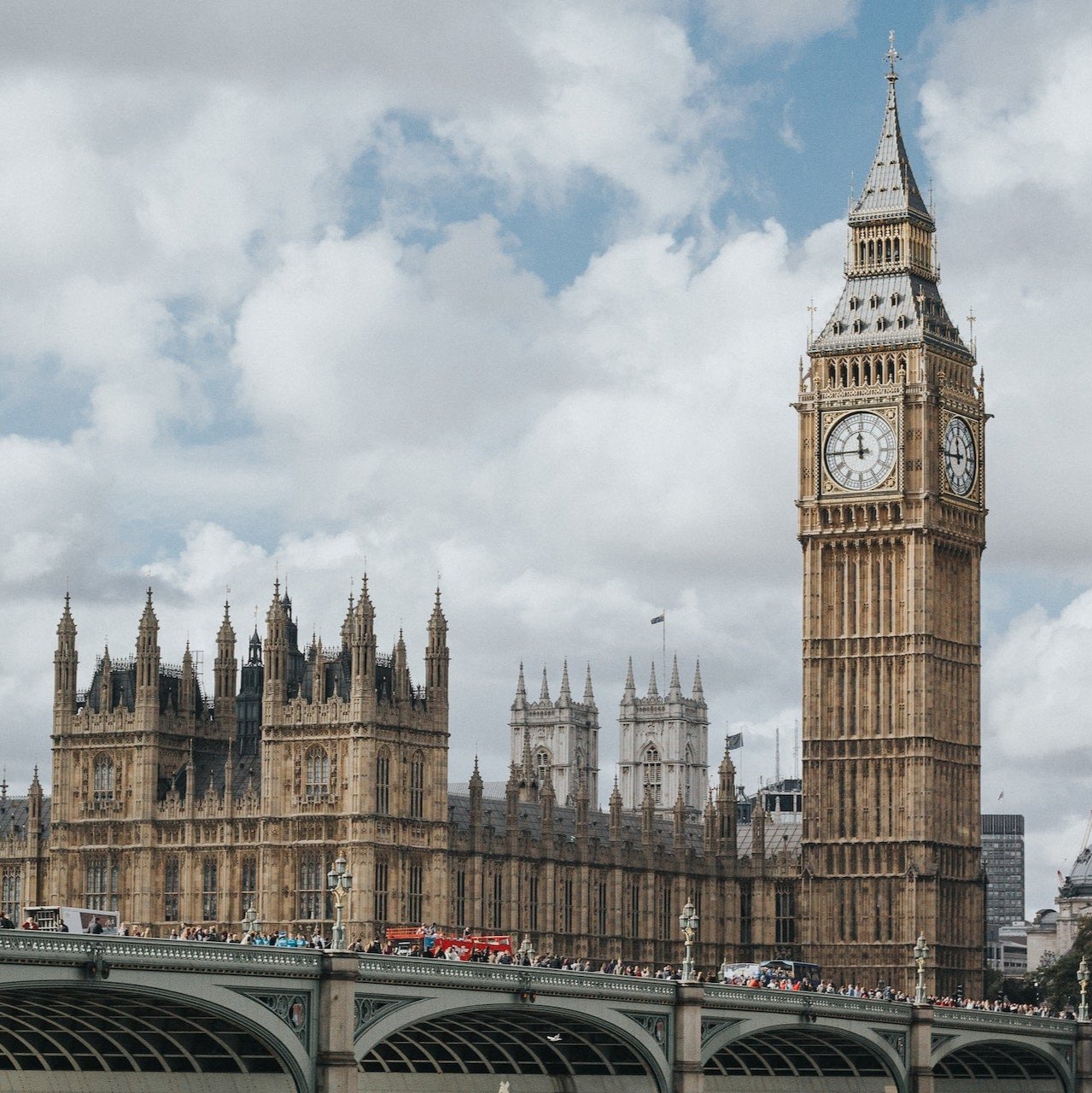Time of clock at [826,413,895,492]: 11:44
